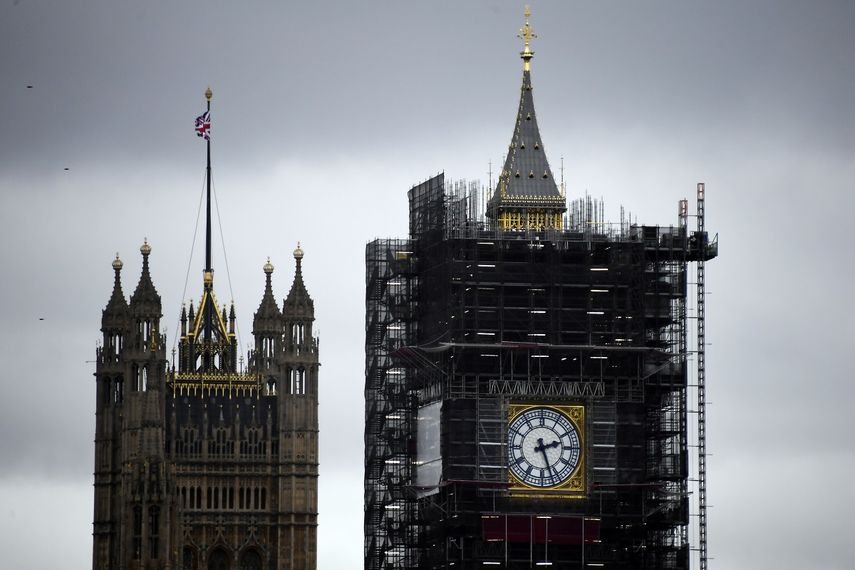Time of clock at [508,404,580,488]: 2:26
